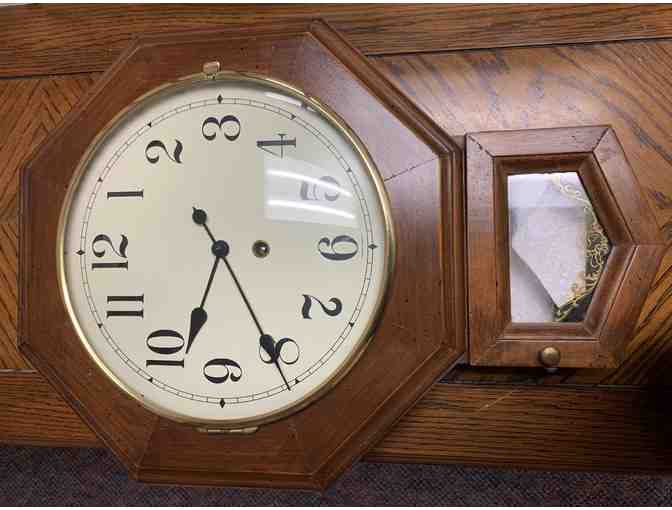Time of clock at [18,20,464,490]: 6:25
